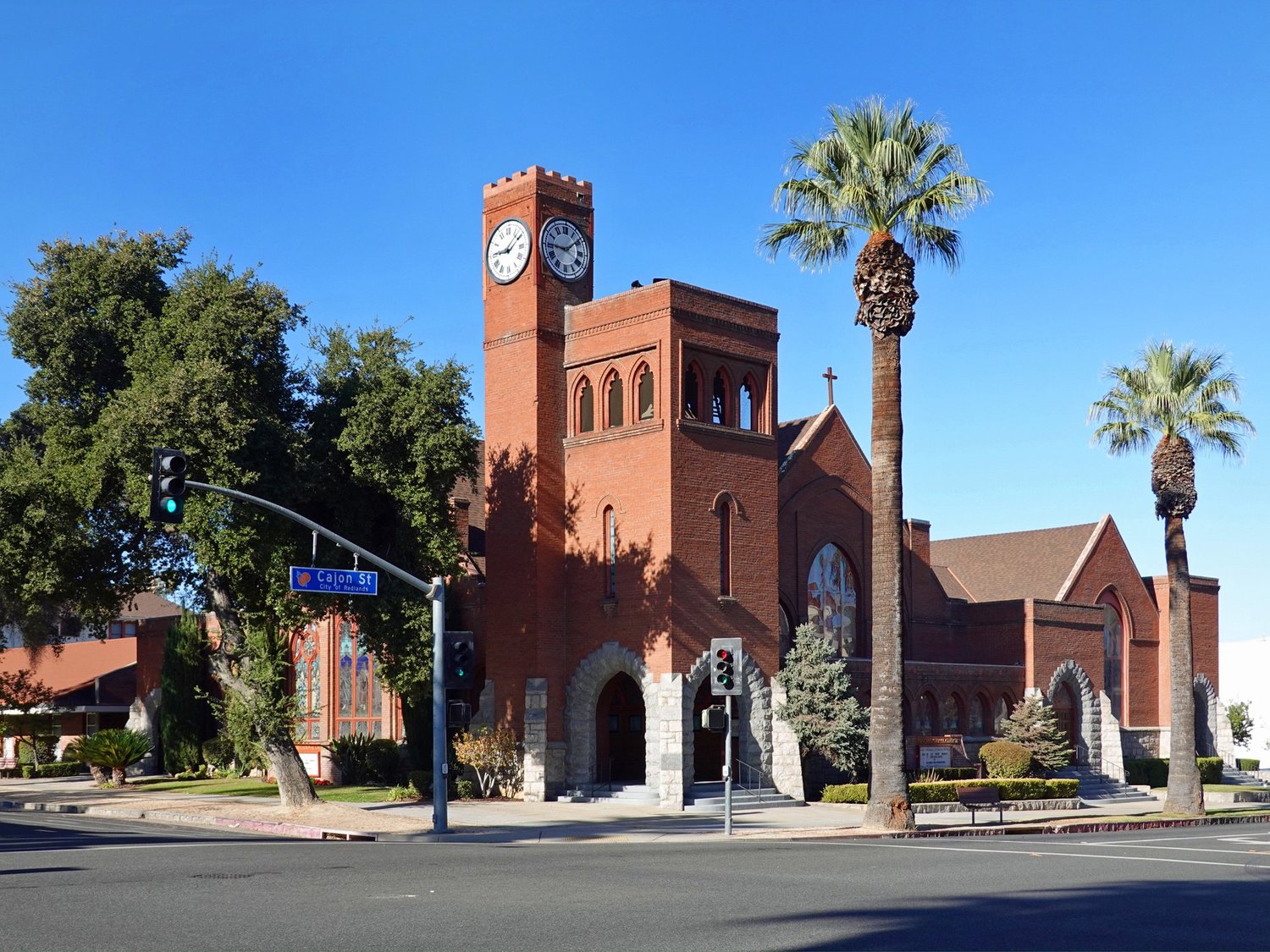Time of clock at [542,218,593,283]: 9:08
